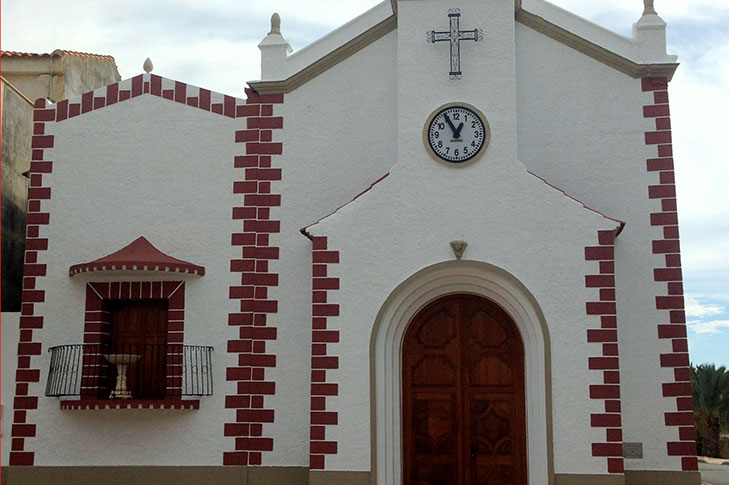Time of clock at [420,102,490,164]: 12:55
